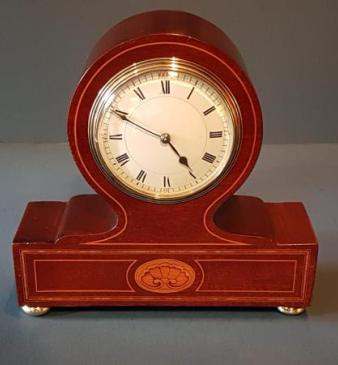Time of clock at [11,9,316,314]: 4:49
